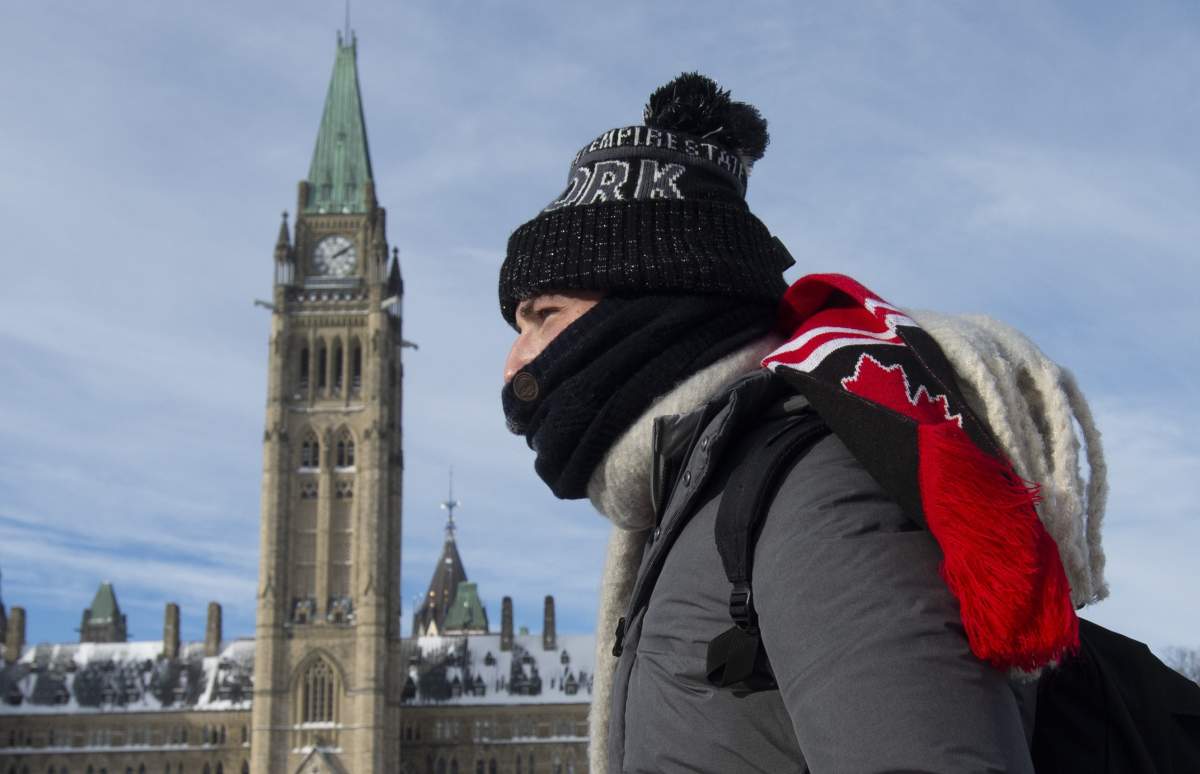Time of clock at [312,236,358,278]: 2:09
